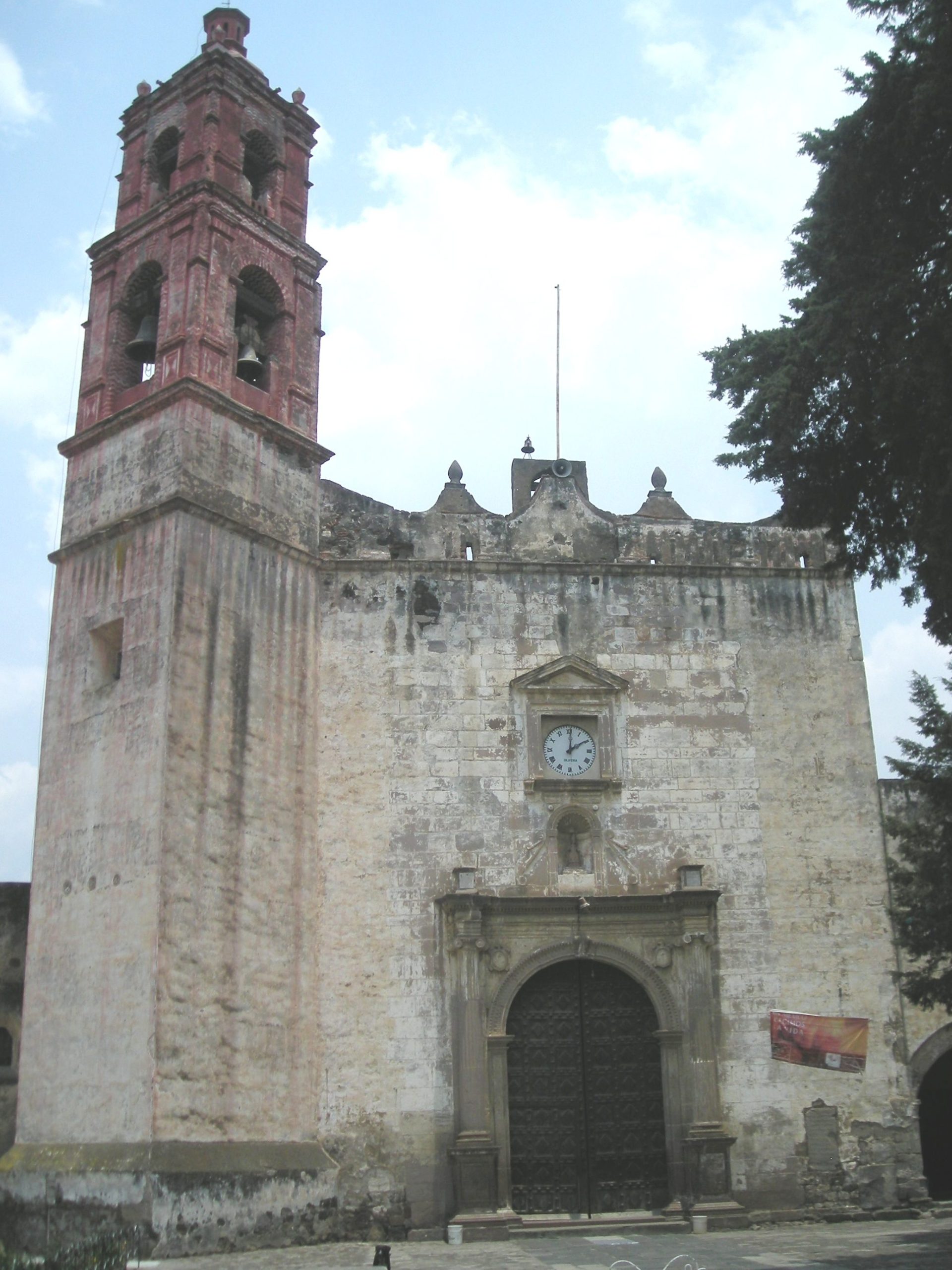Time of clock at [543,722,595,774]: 2:00
